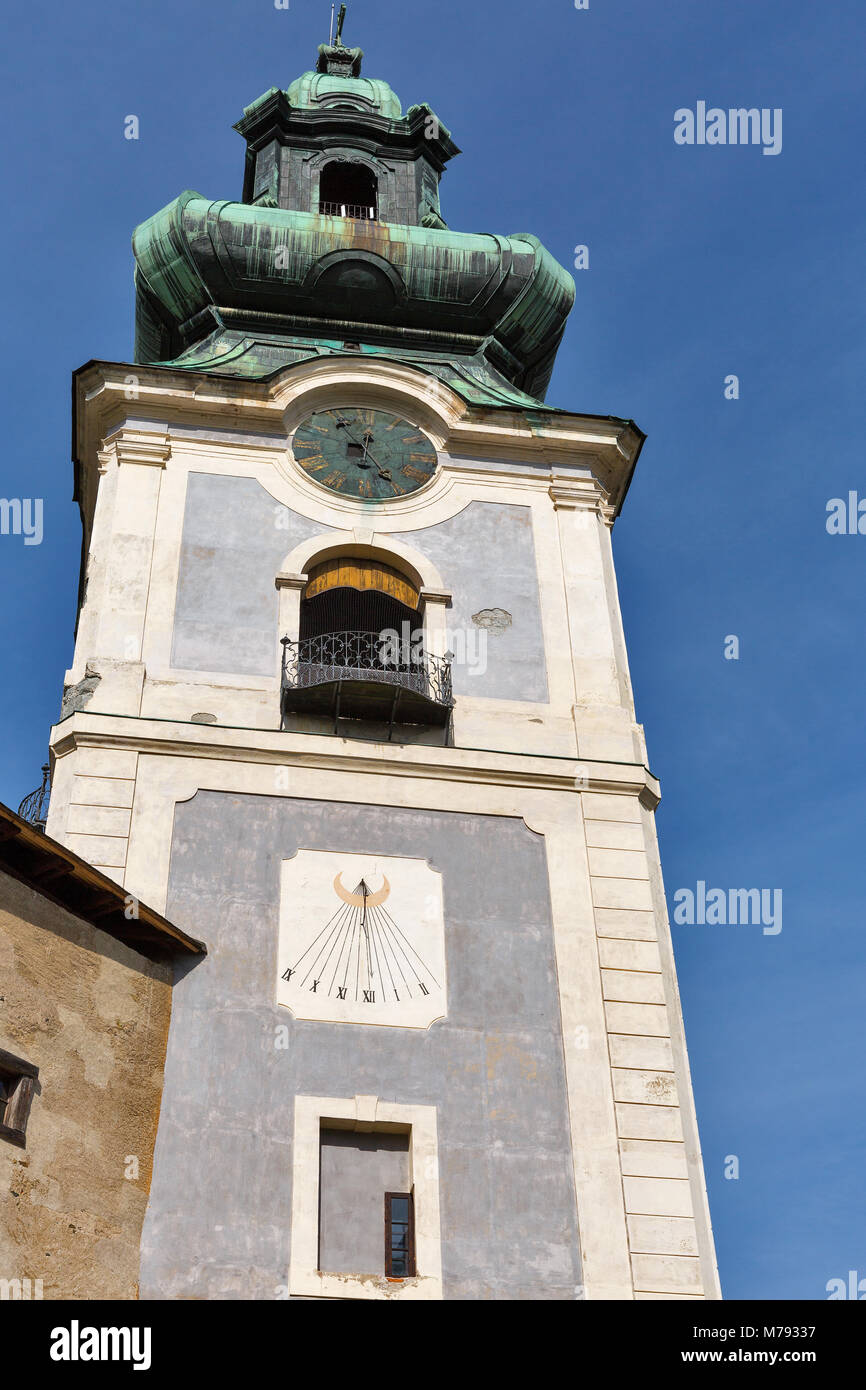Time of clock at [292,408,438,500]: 12:24
